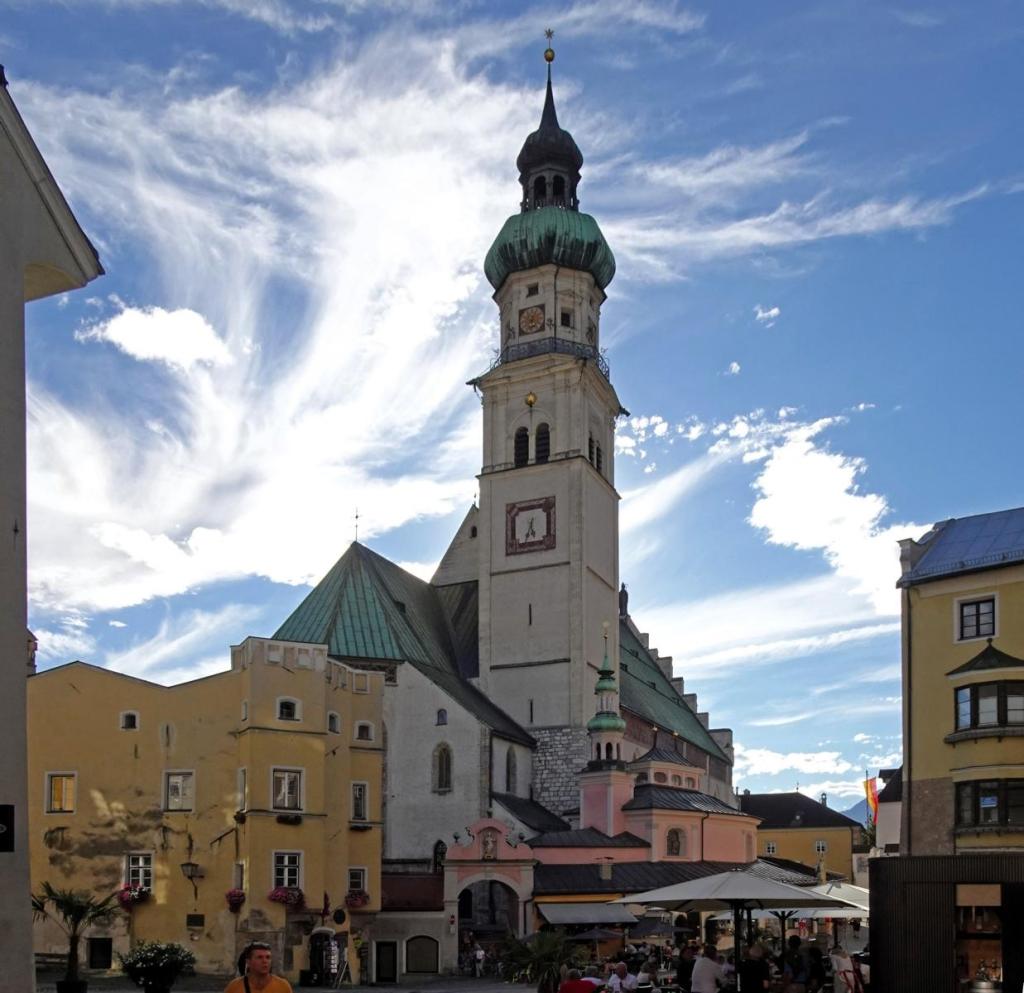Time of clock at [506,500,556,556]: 5:33
